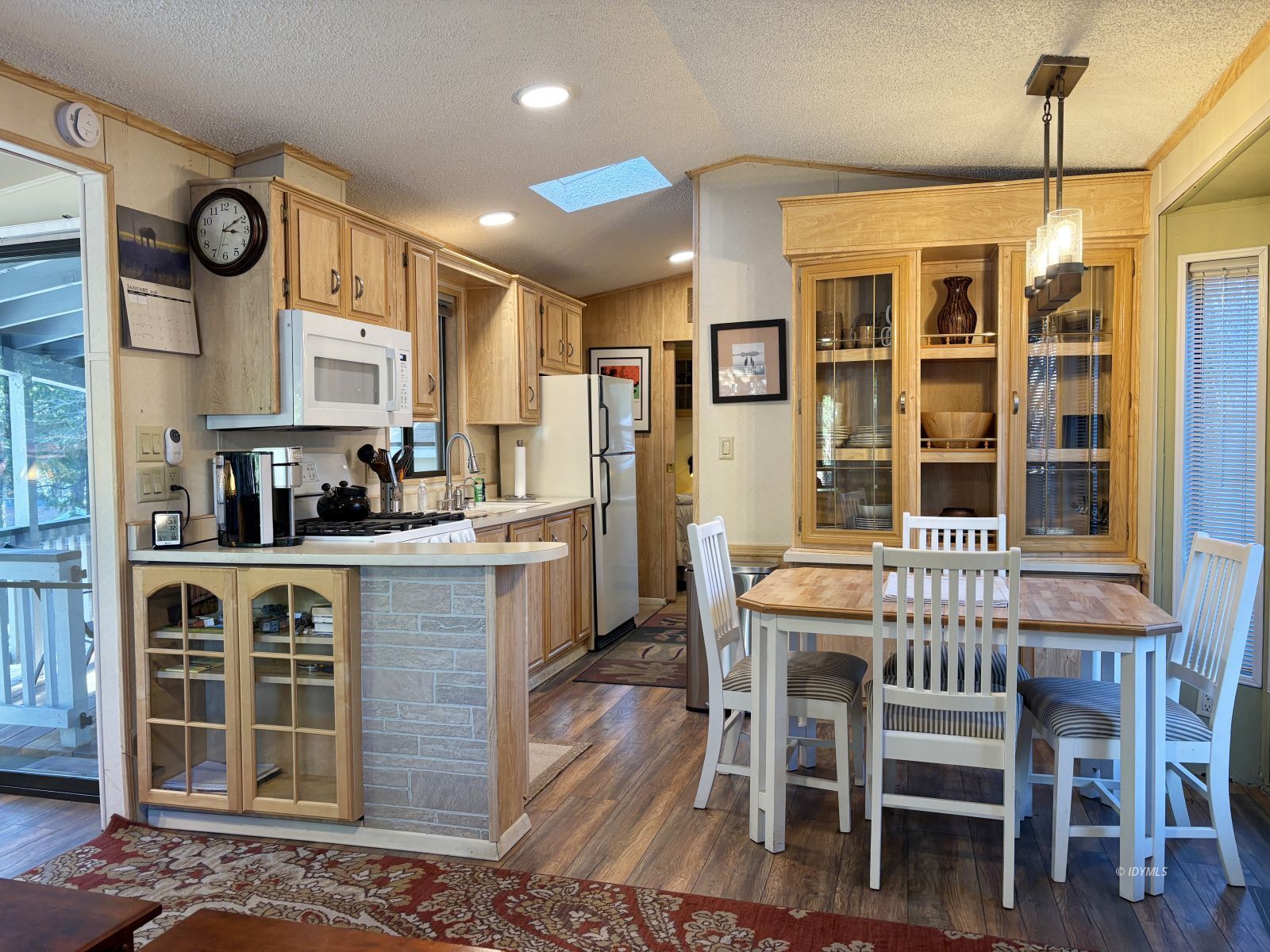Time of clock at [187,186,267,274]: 3:09
